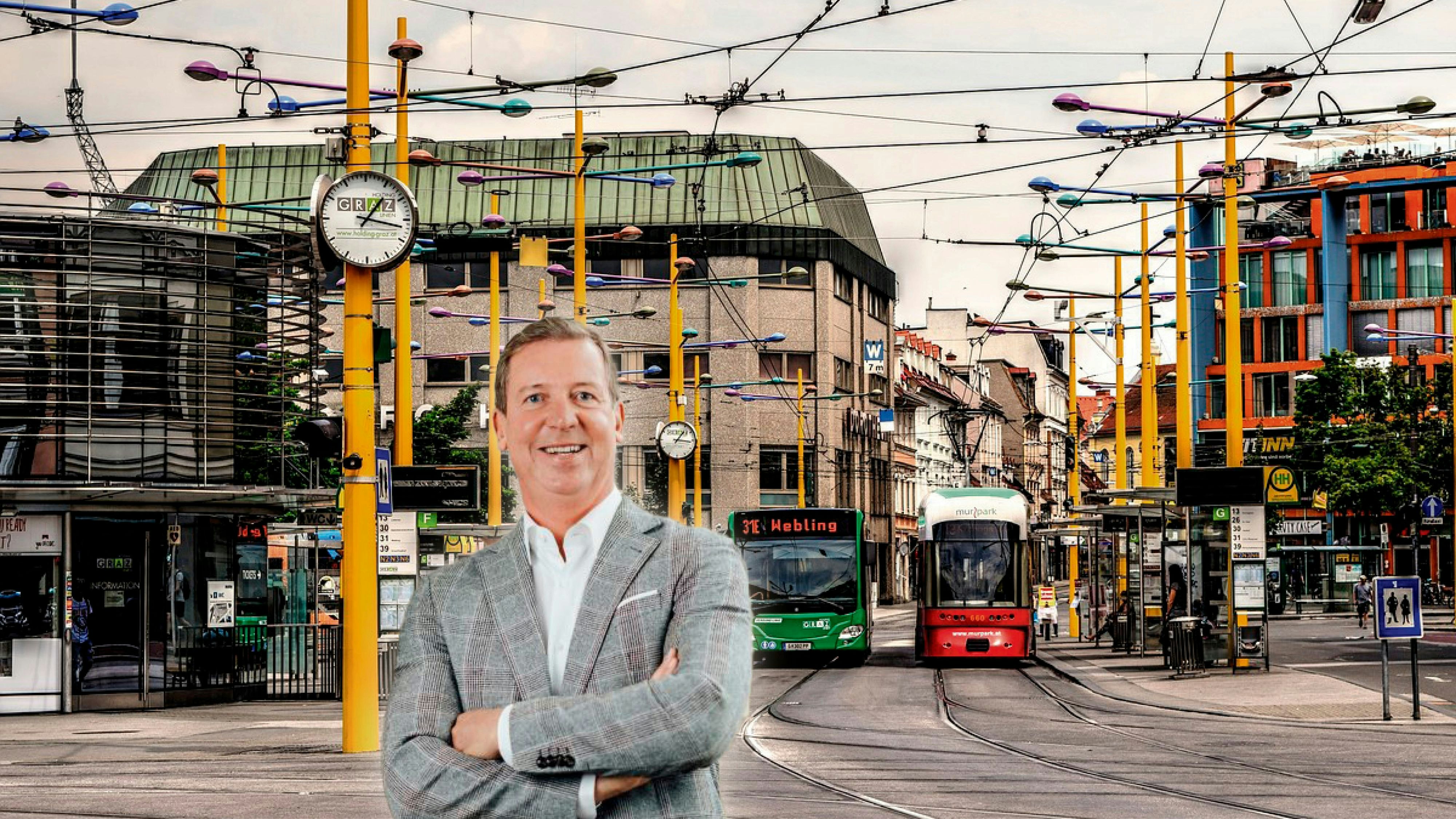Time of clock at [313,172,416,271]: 1:16
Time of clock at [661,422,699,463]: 1:16
